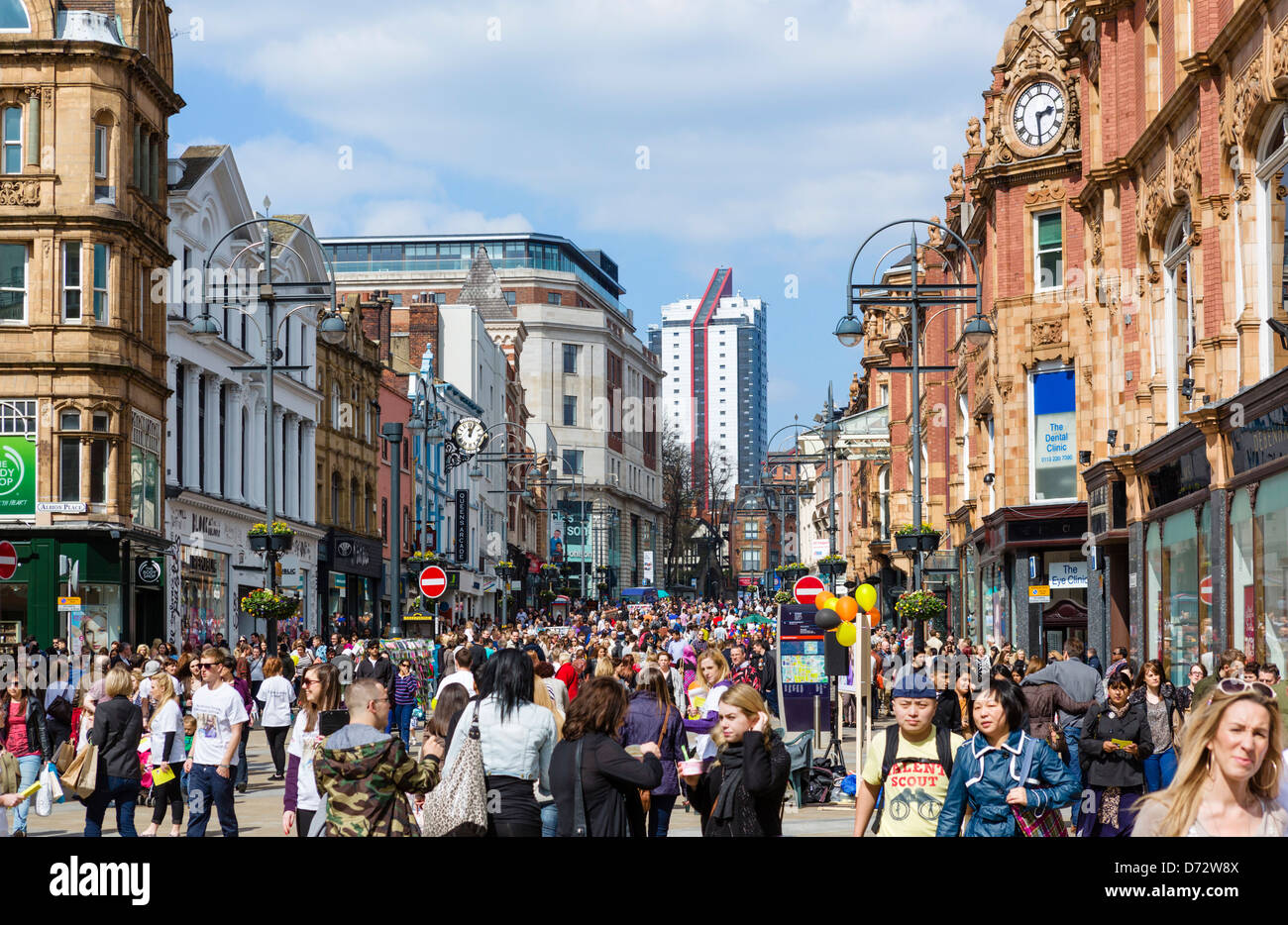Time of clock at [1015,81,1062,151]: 2:29
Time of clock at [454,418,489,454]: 12:04
